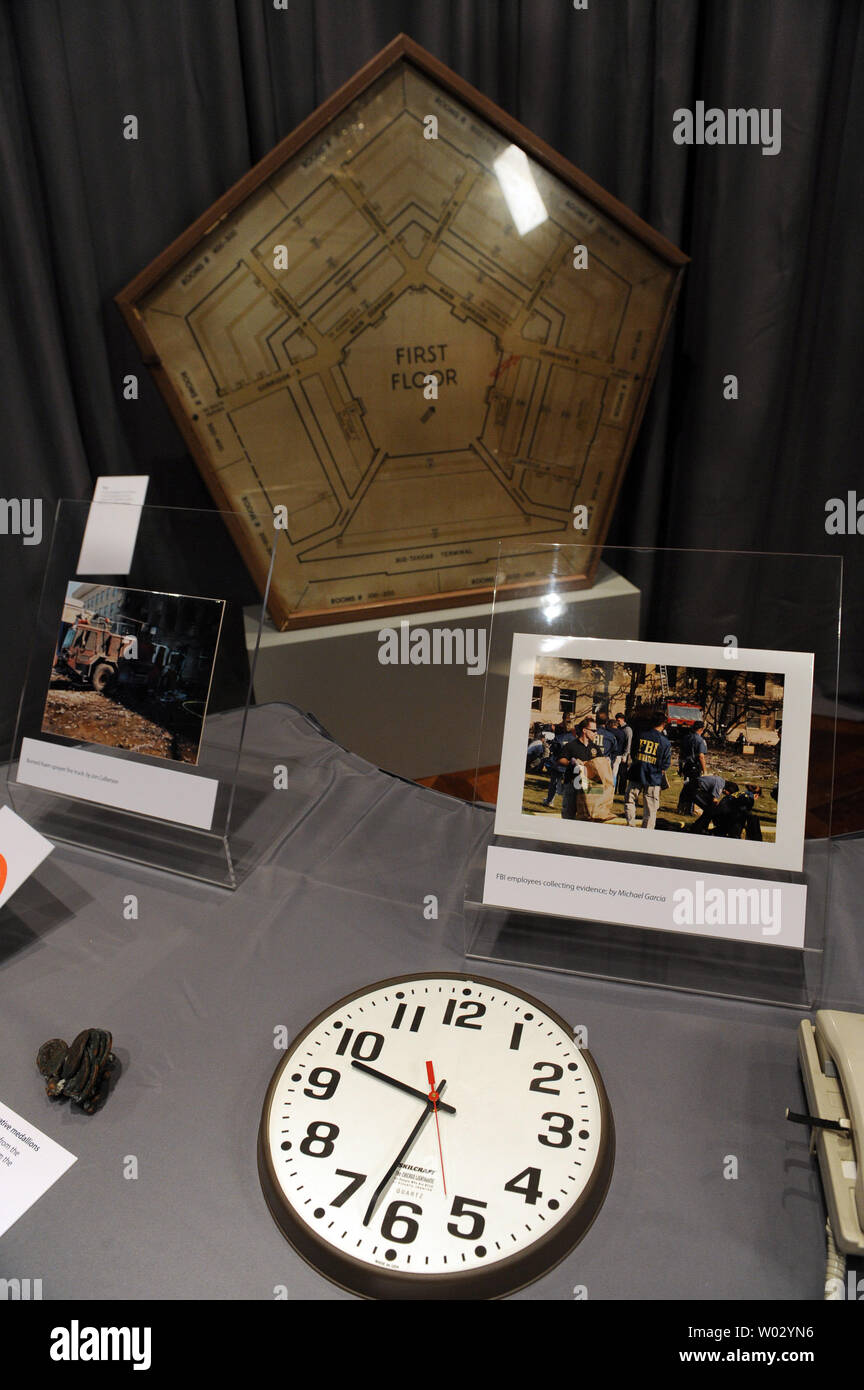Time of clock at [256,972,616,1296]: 9:32
